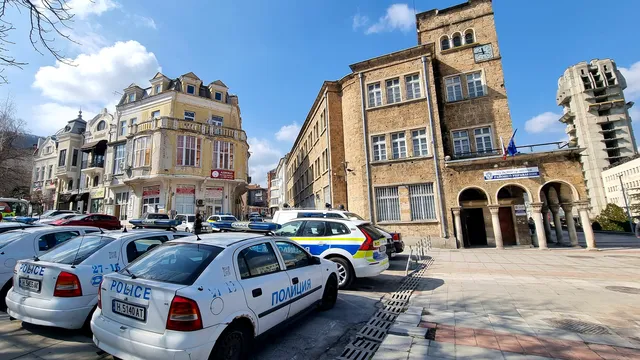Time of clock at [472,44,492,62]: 11:46
